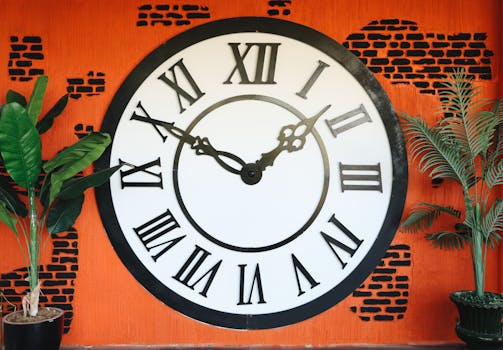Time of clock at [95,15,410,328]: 1:50
